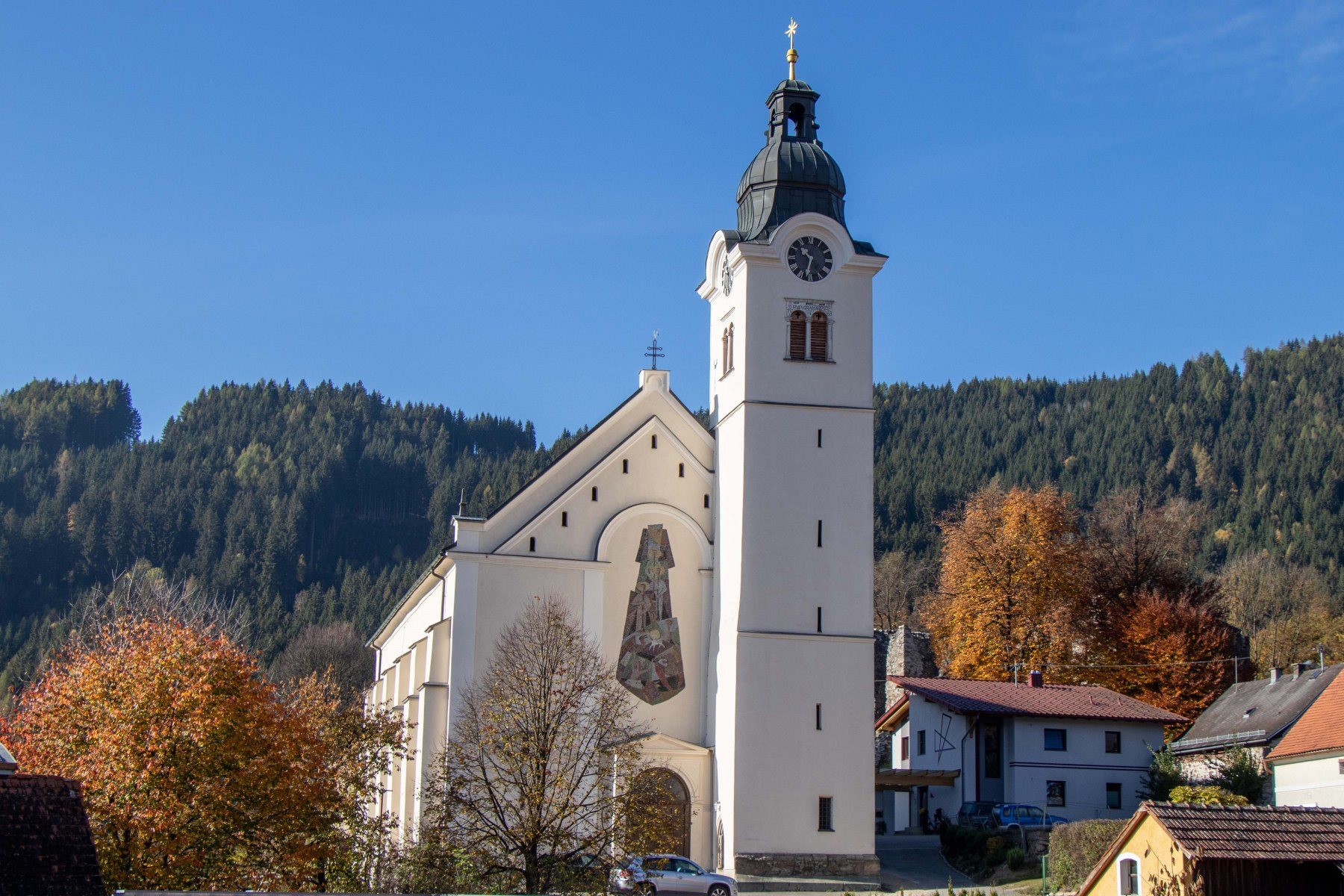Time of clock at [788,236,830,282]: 10:32
